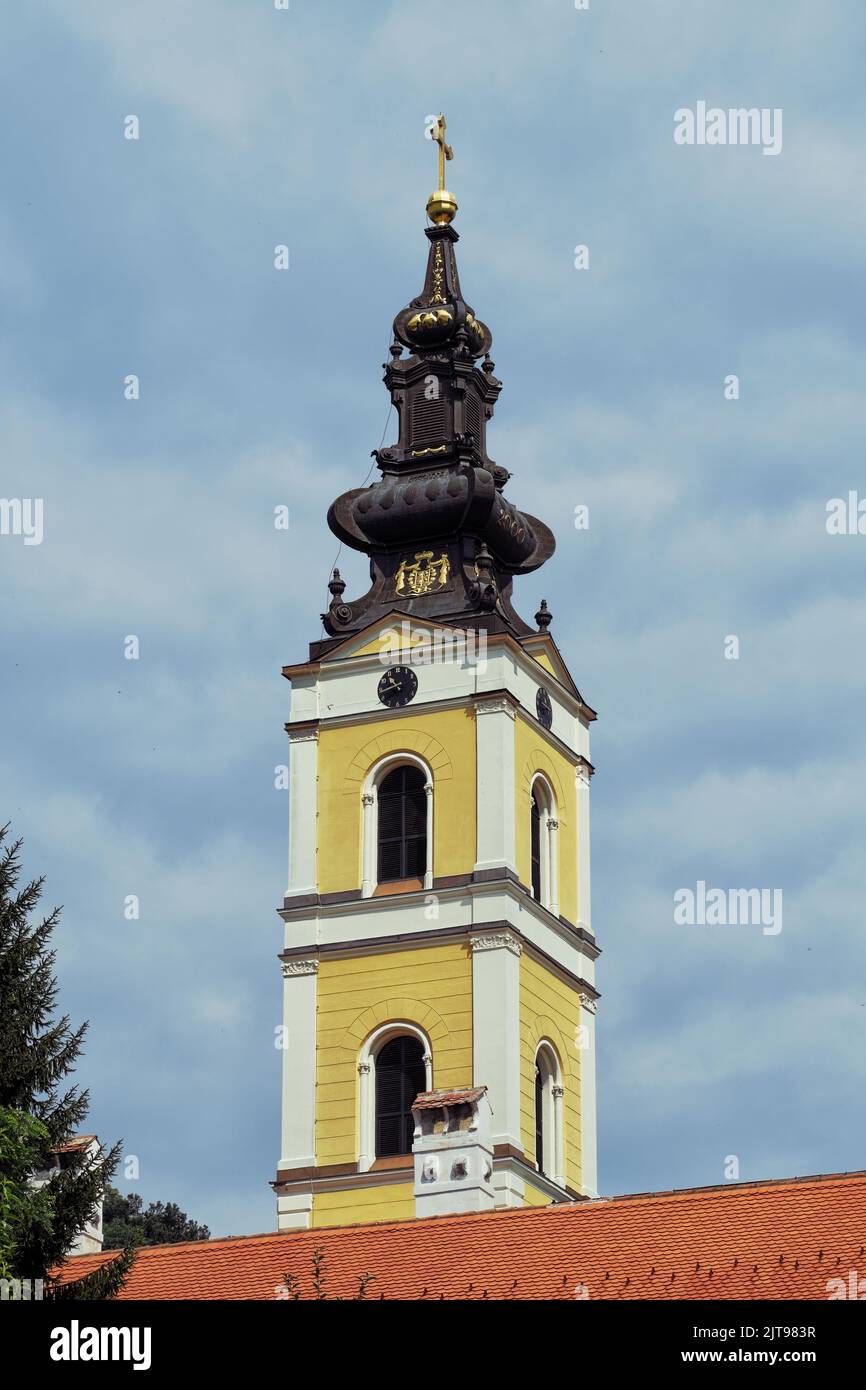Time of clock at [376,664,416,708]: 10:42
